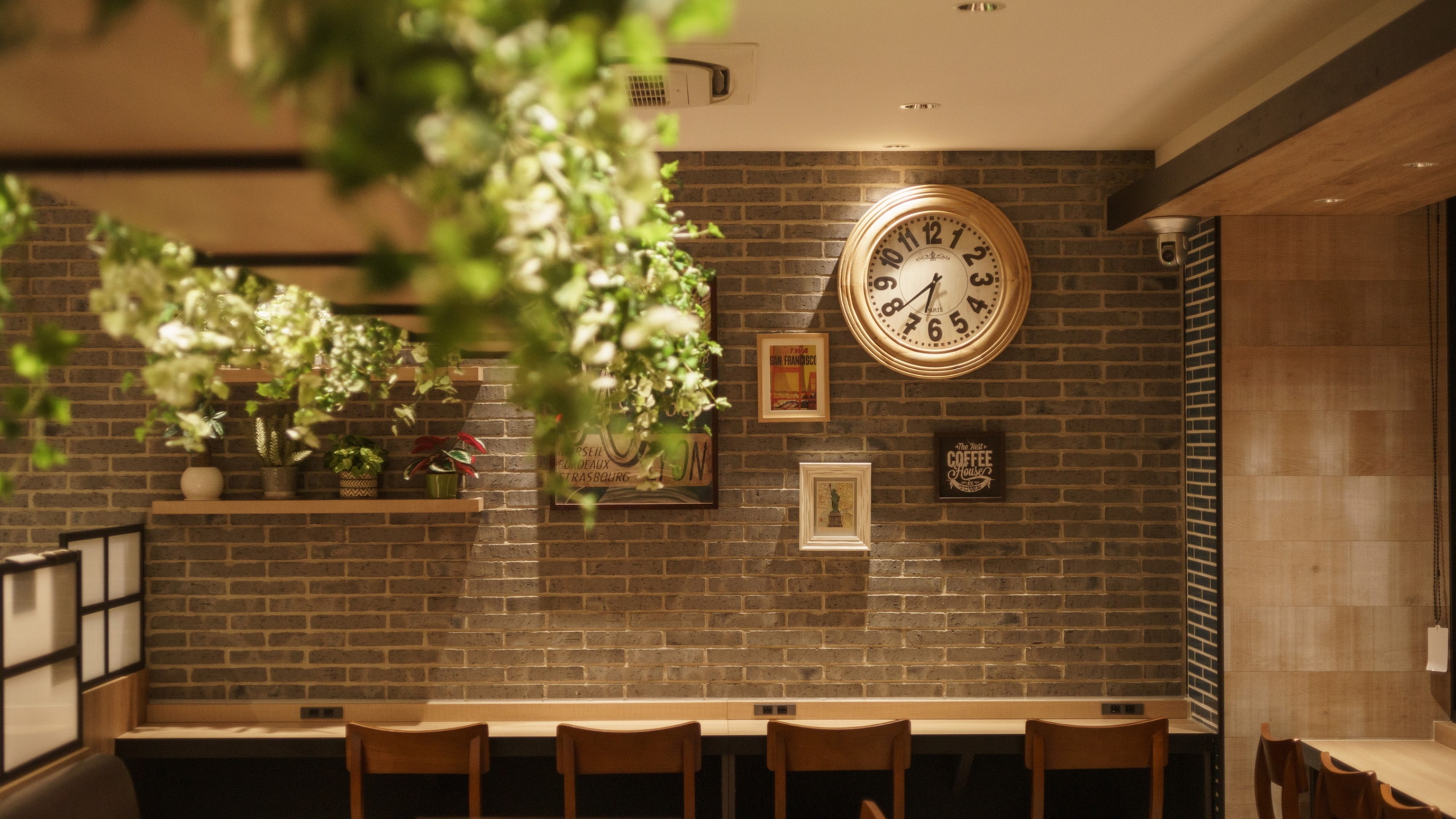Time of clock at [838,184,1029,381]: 6:38
